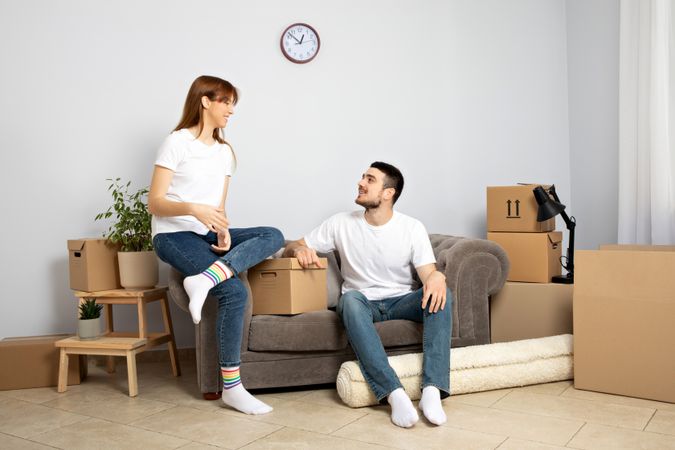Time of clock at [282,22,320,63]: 12:52
